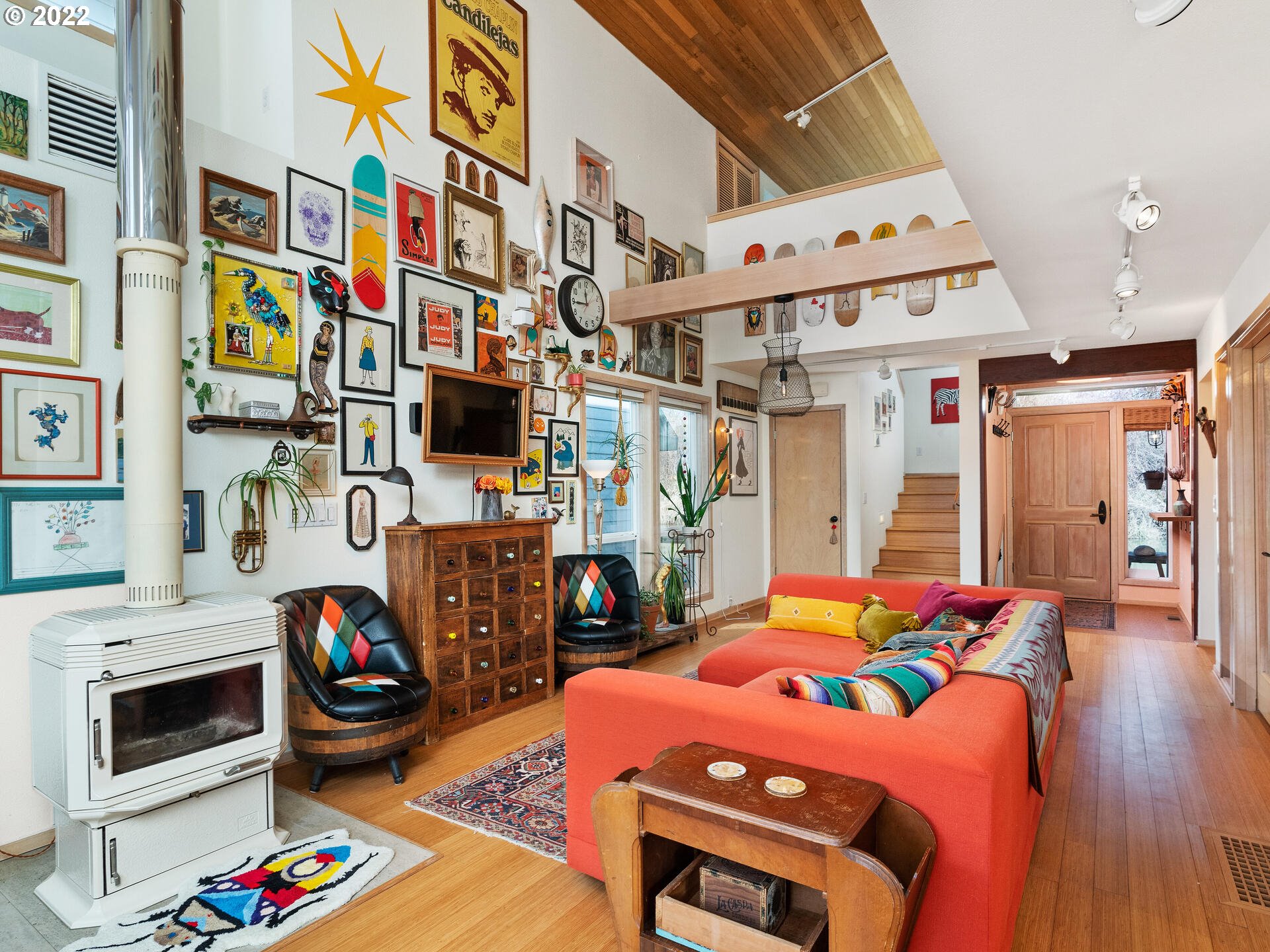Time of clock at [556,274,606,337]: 11:44
